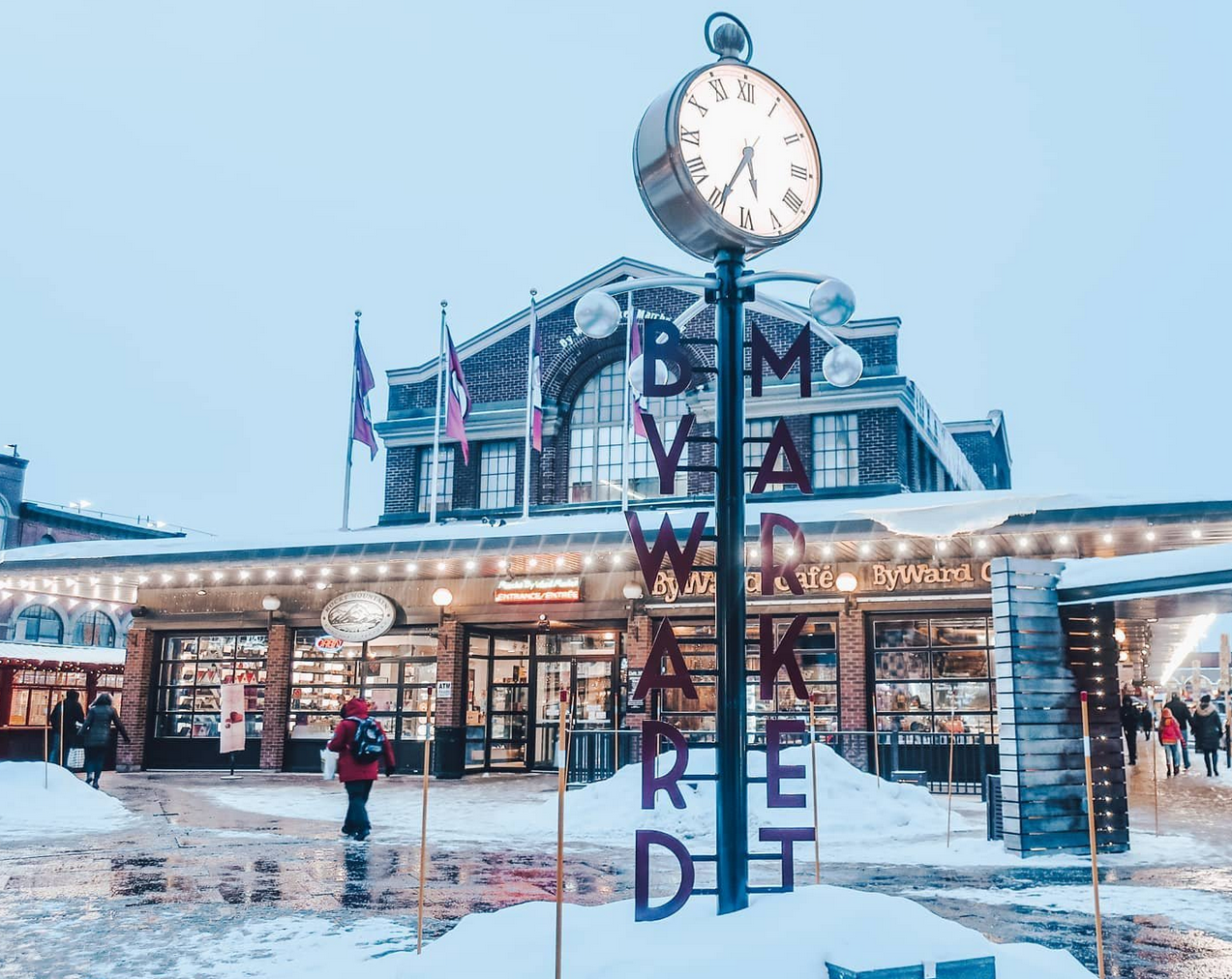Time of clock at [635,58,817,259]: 5:34
